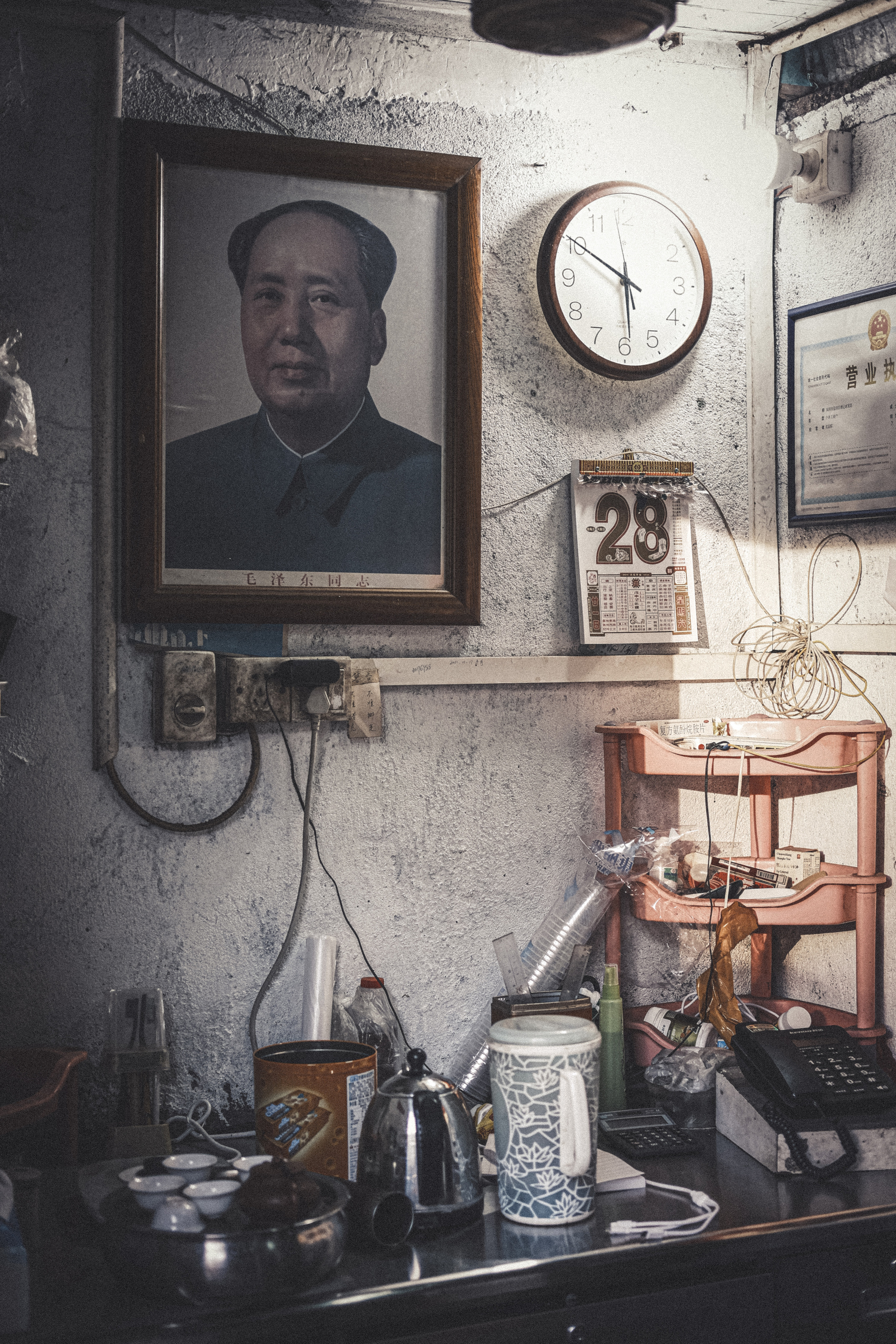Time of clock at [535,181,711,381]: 5:50
